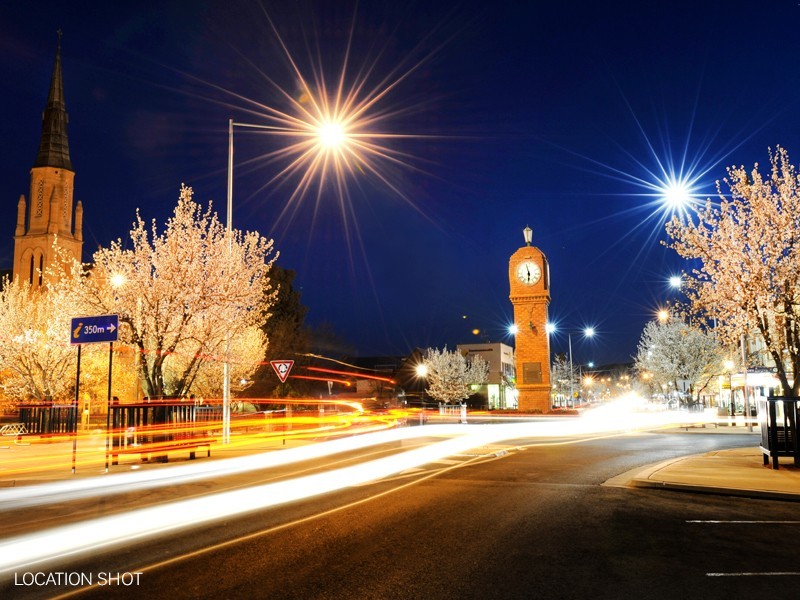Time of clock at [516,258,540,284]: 5:57
